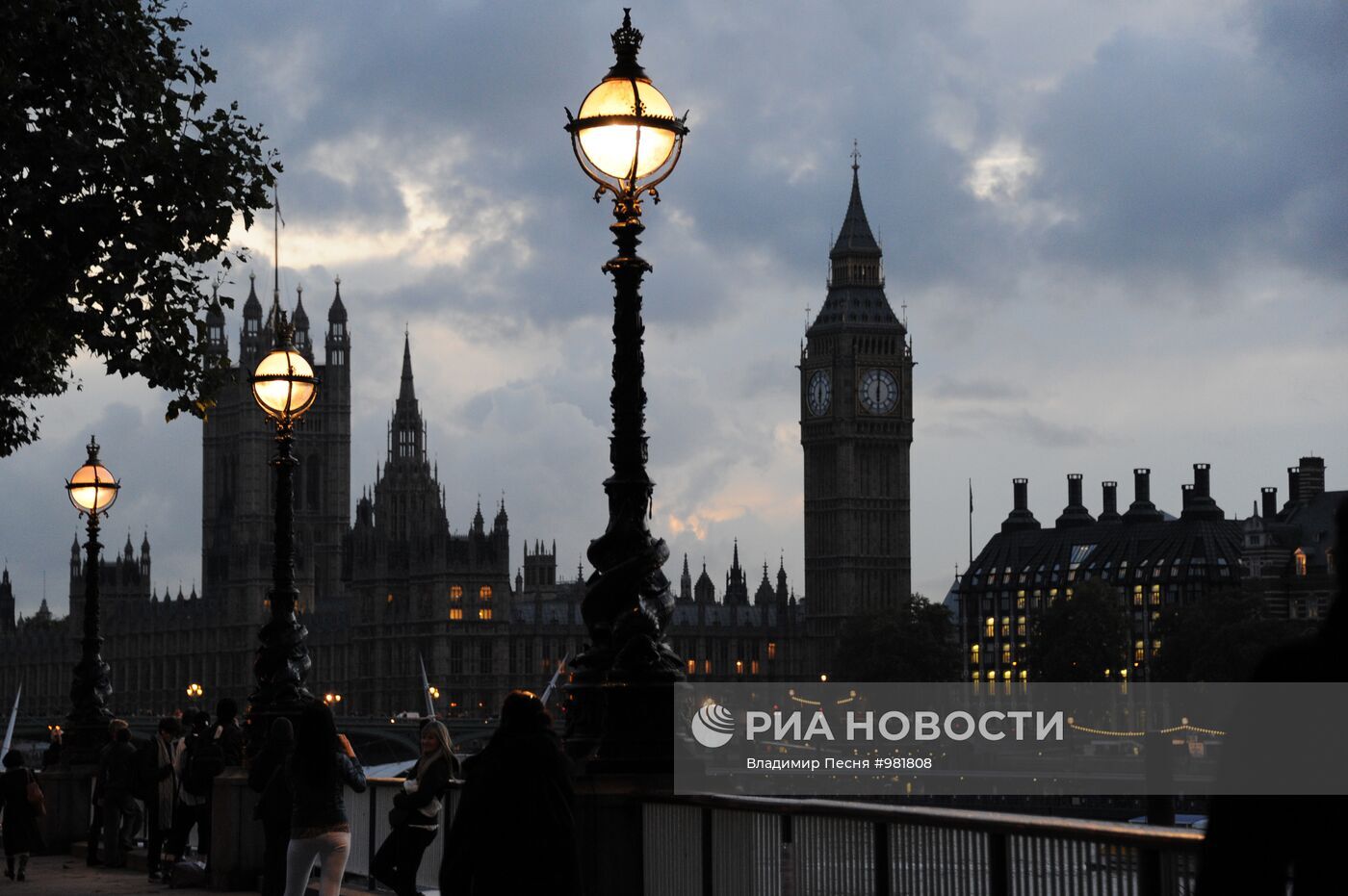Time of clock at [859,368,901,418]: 6:00
